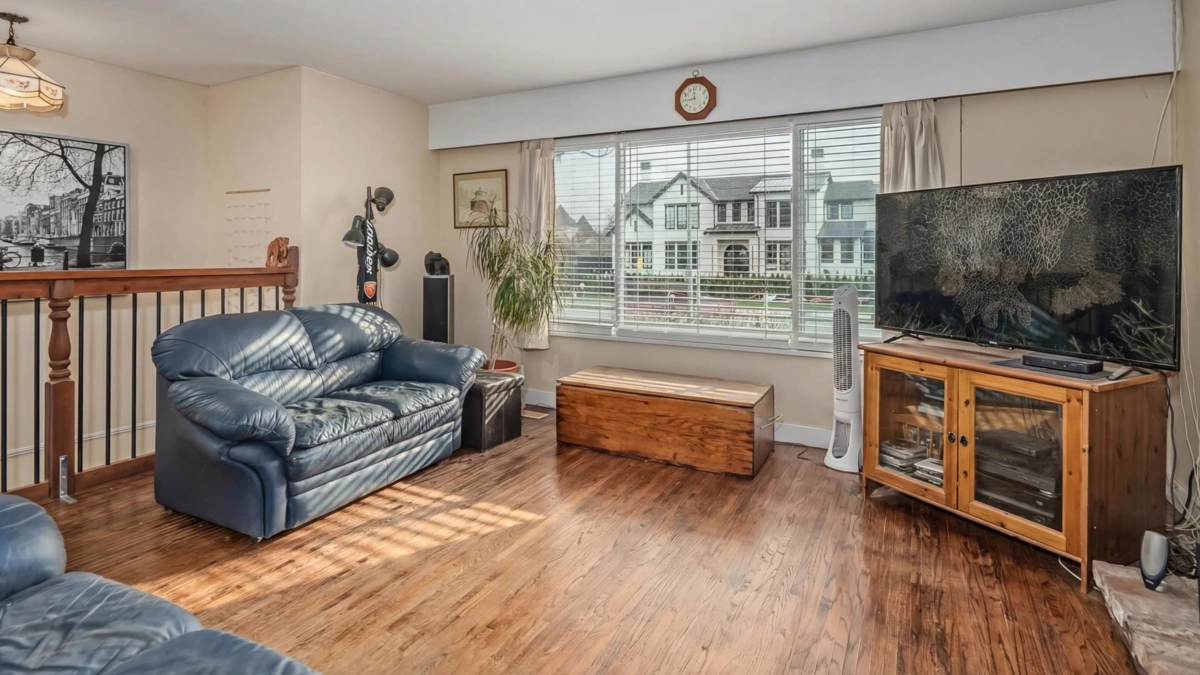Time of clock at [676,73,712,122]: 11:44
